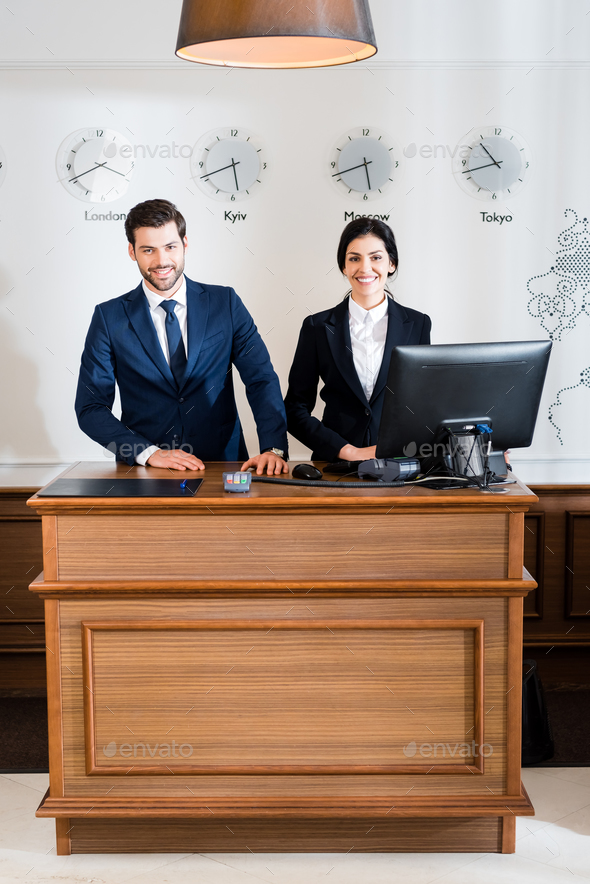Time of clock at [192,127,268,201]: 5:41
